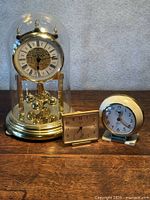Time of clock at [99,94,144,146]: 12:21
